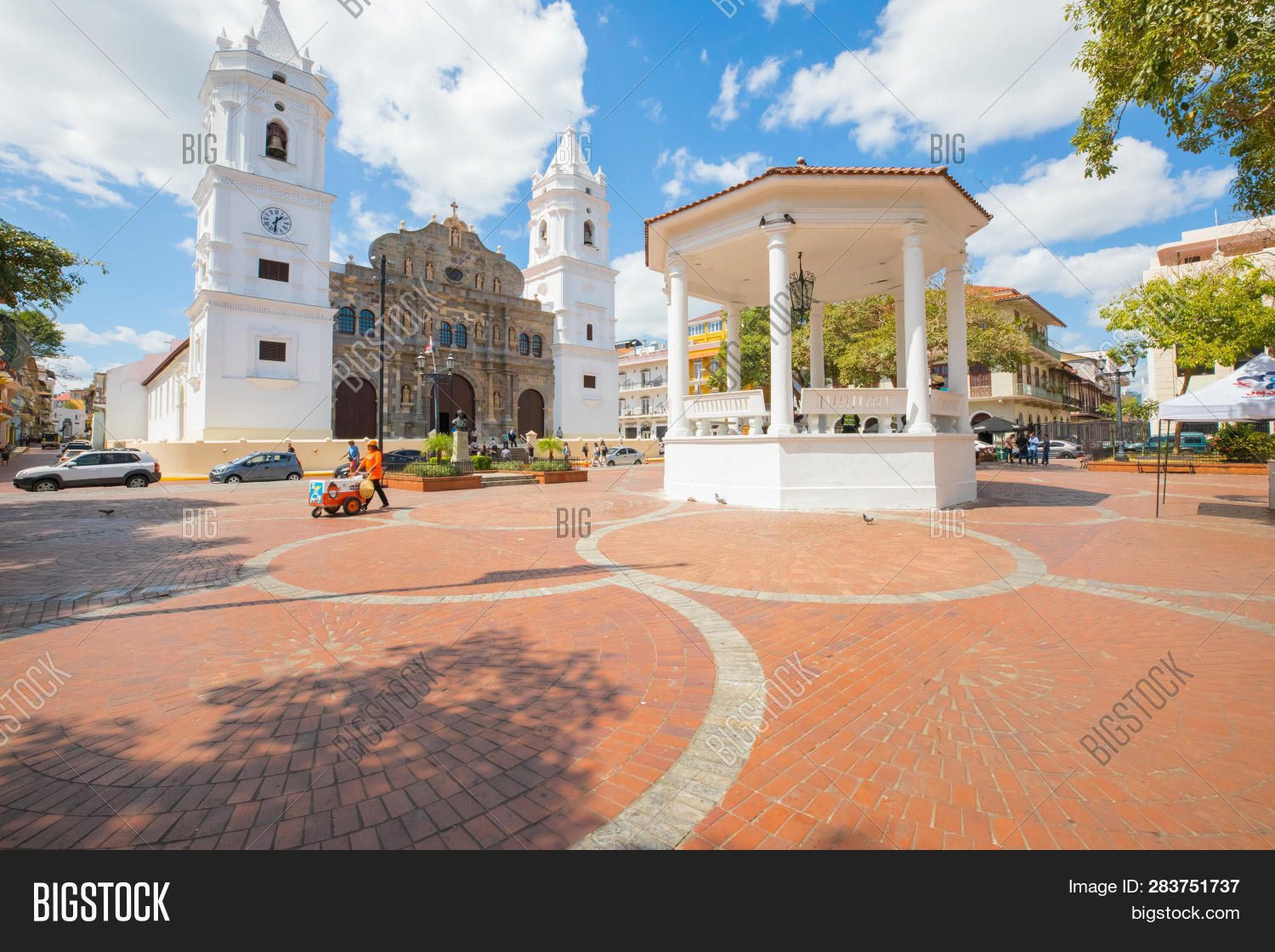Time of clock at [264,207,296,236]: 1:31
